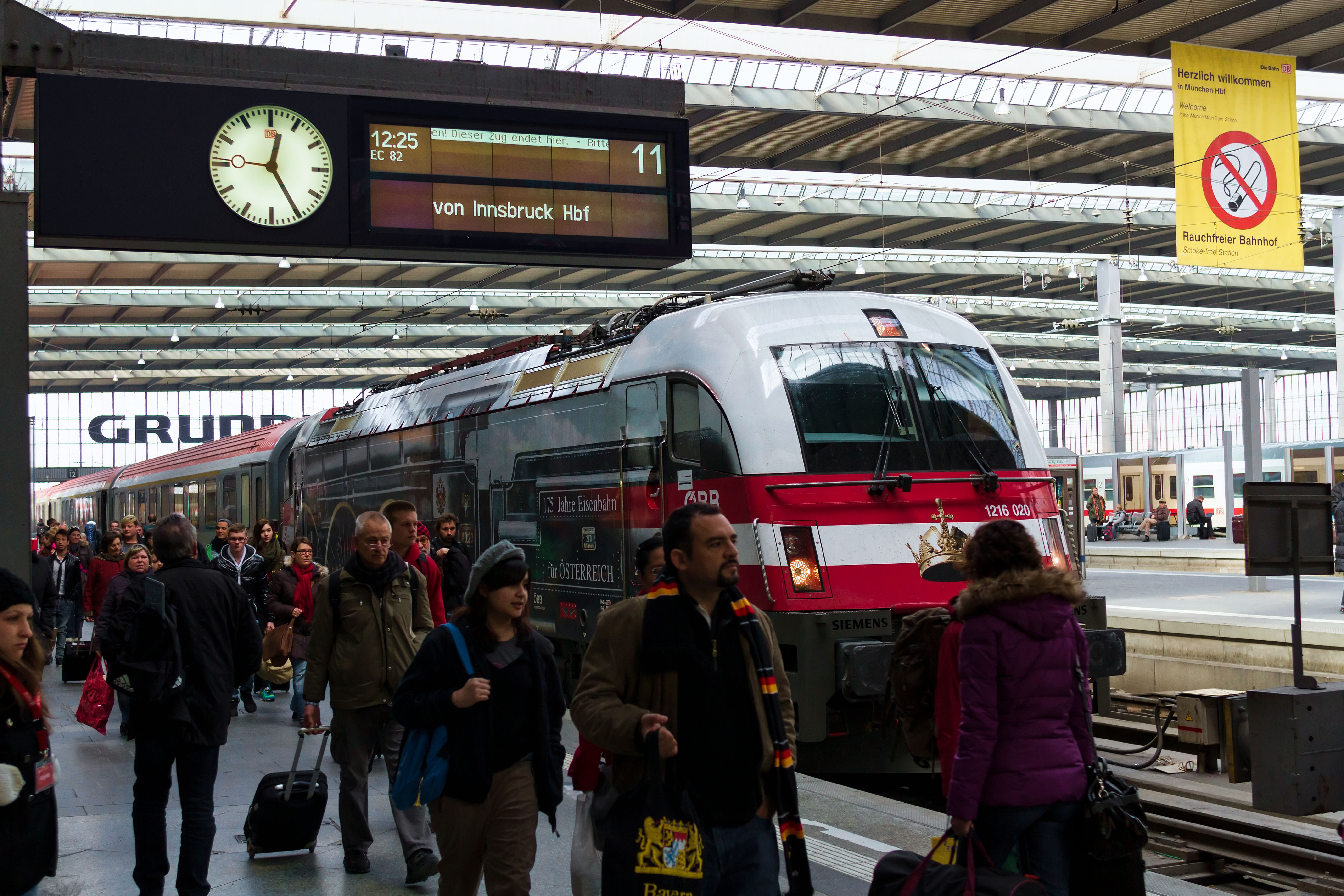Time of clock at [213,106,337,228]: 12:24
